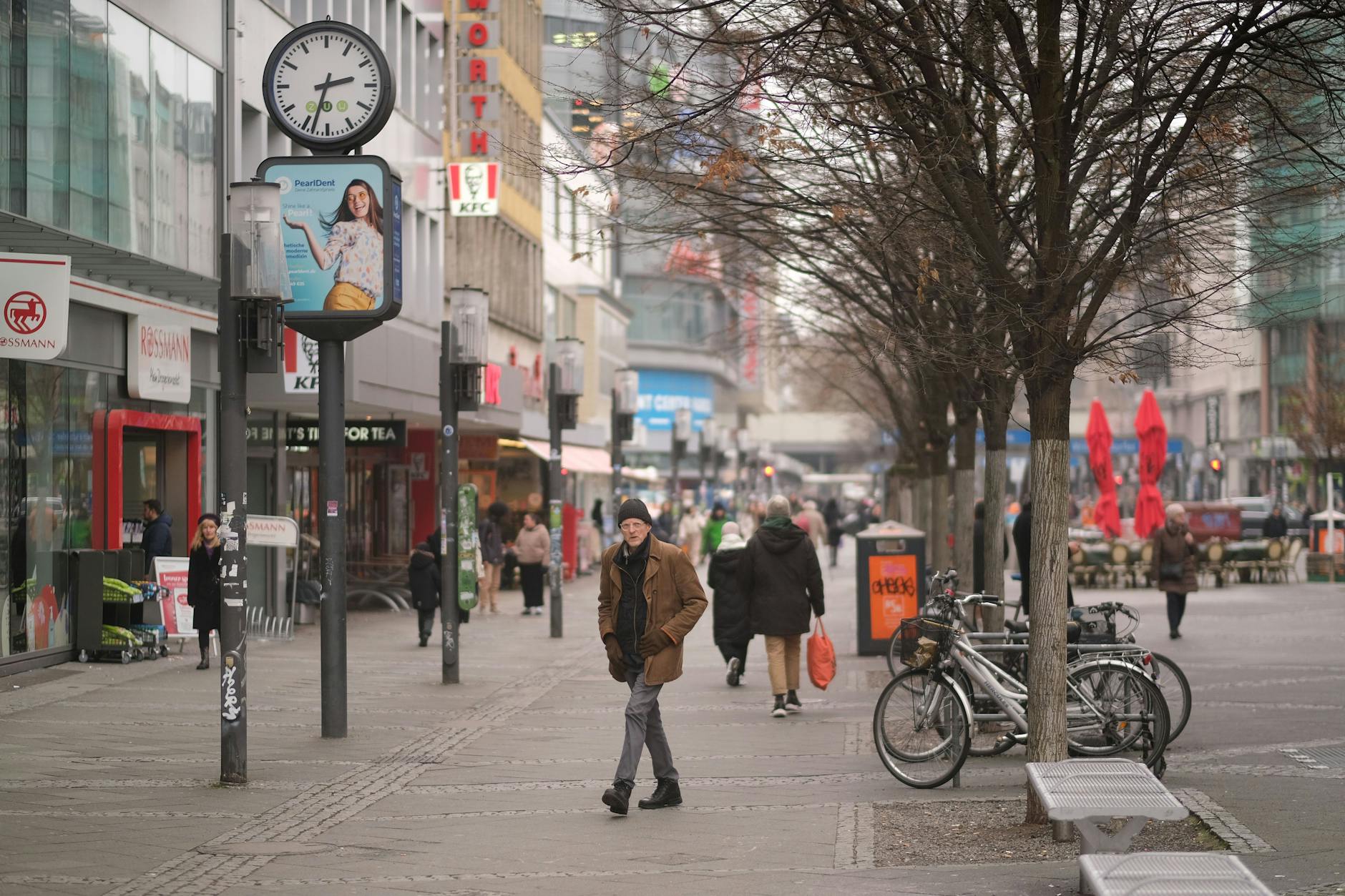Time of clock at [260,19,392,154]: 2:33
